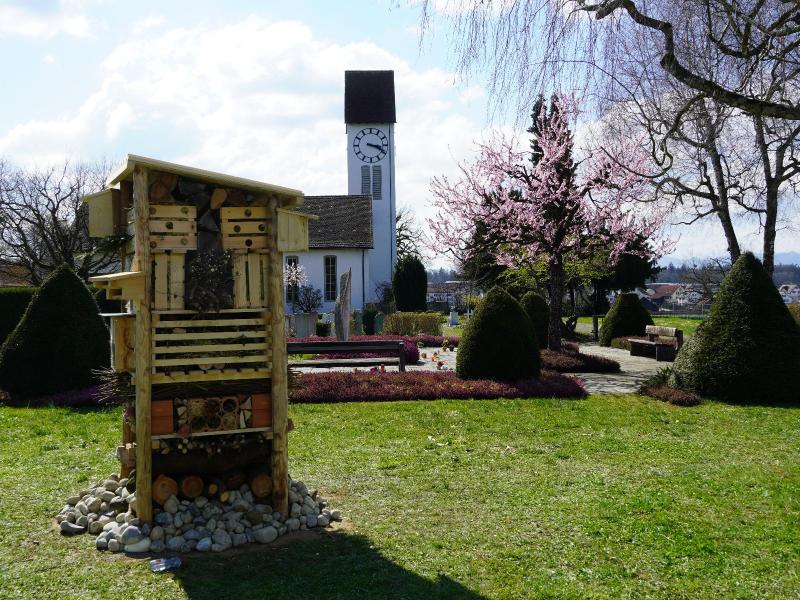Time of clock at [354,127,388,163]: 3:18
